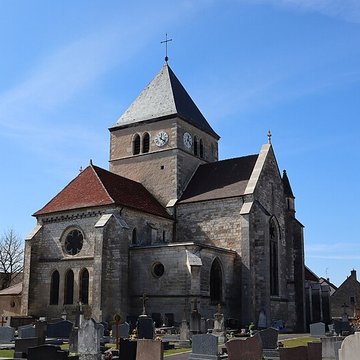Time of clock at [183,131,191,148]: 12:23
